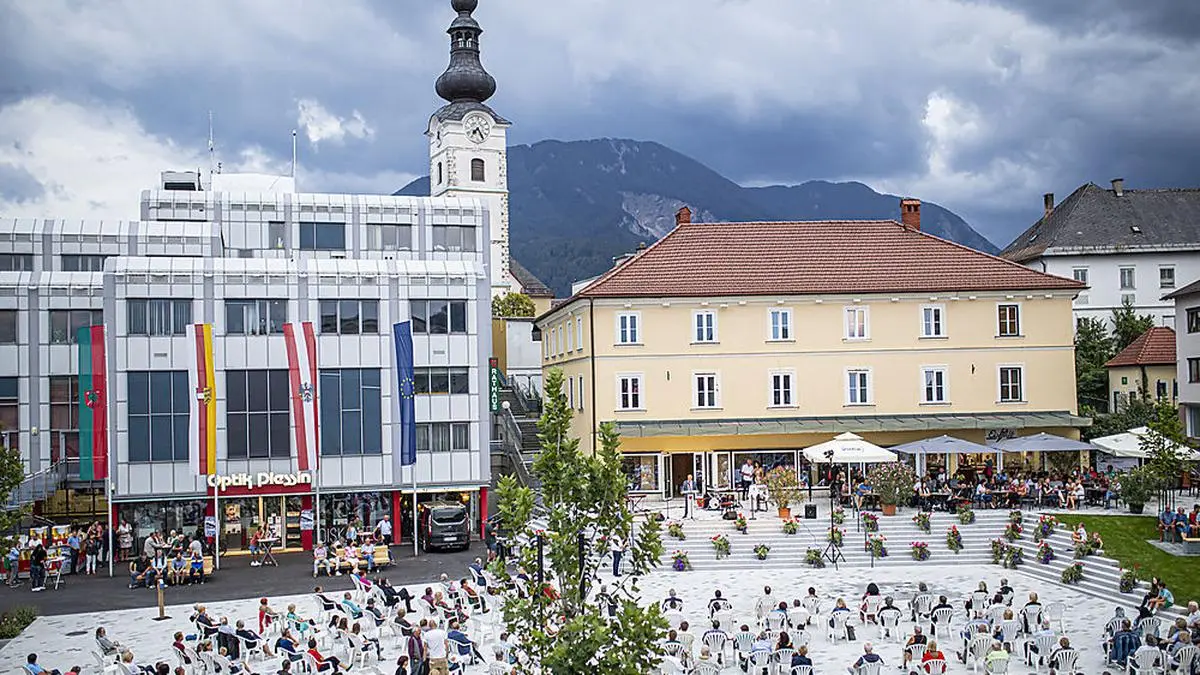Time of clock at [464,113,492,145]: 7:25
